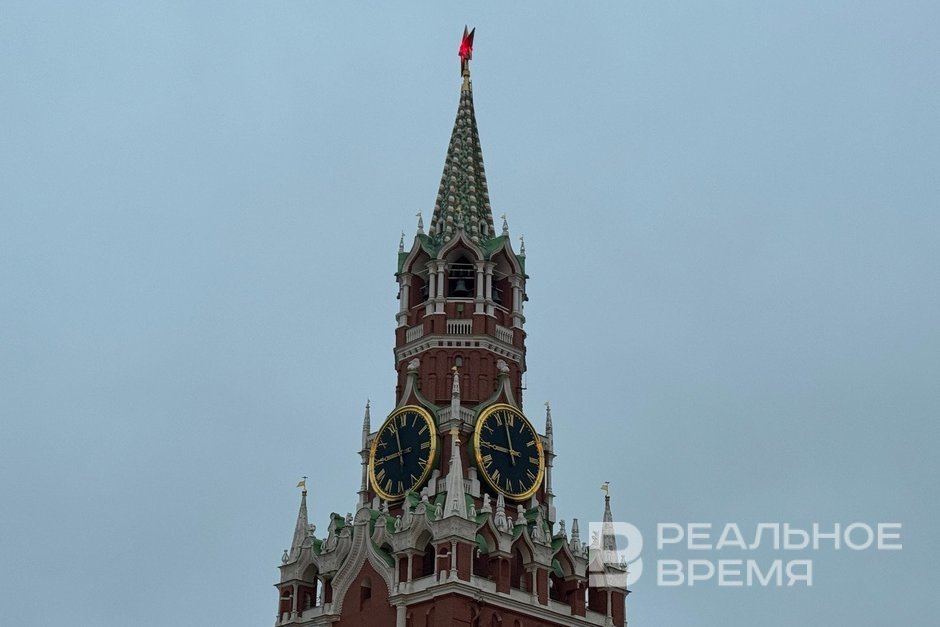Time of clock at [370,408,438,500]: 8:57
